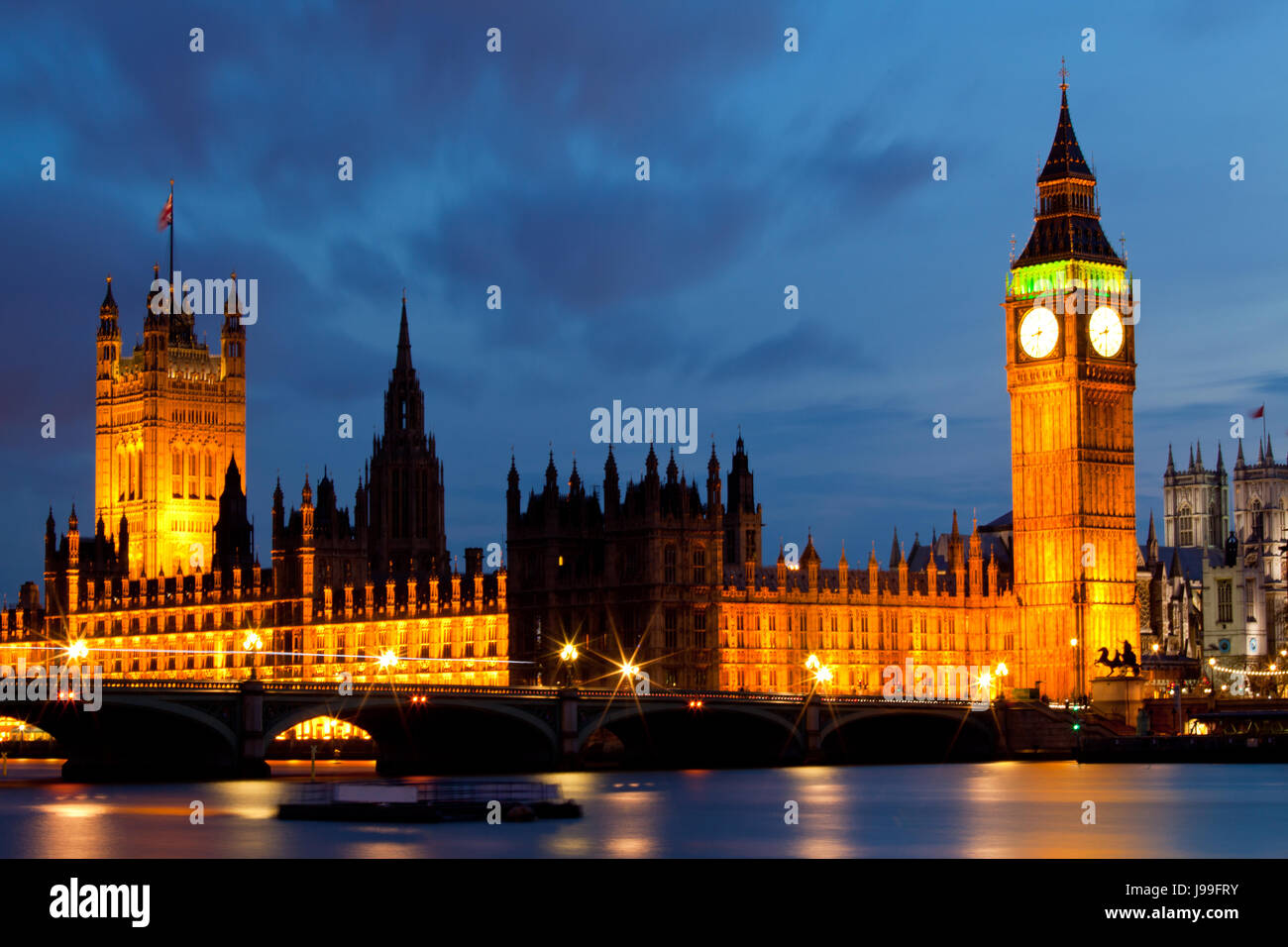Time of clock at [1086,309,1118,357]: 8:30
